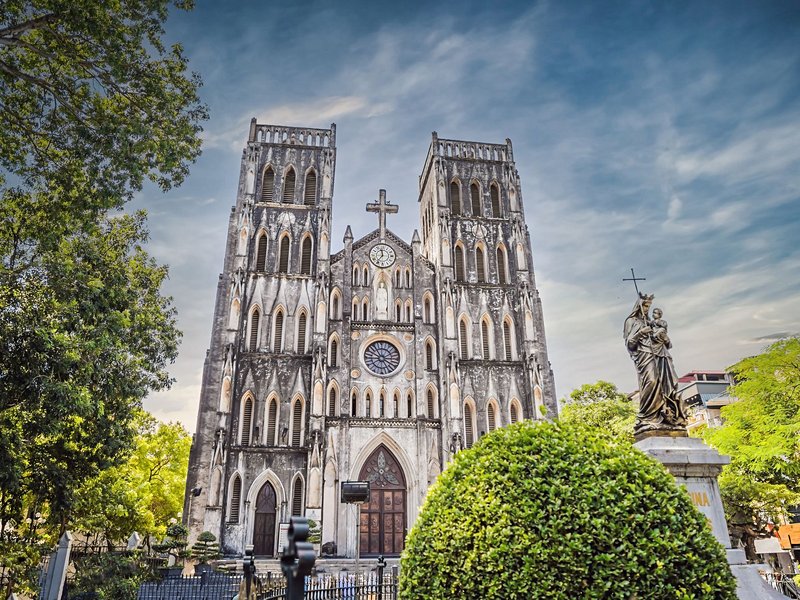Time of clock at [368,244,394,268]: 11:36
